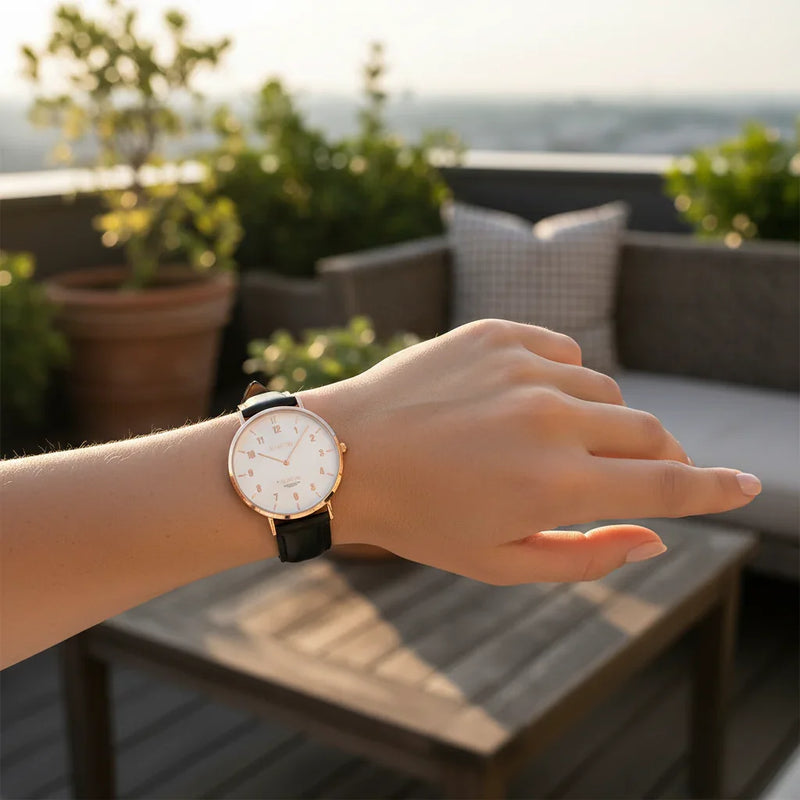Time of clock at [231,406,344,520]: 10:07
